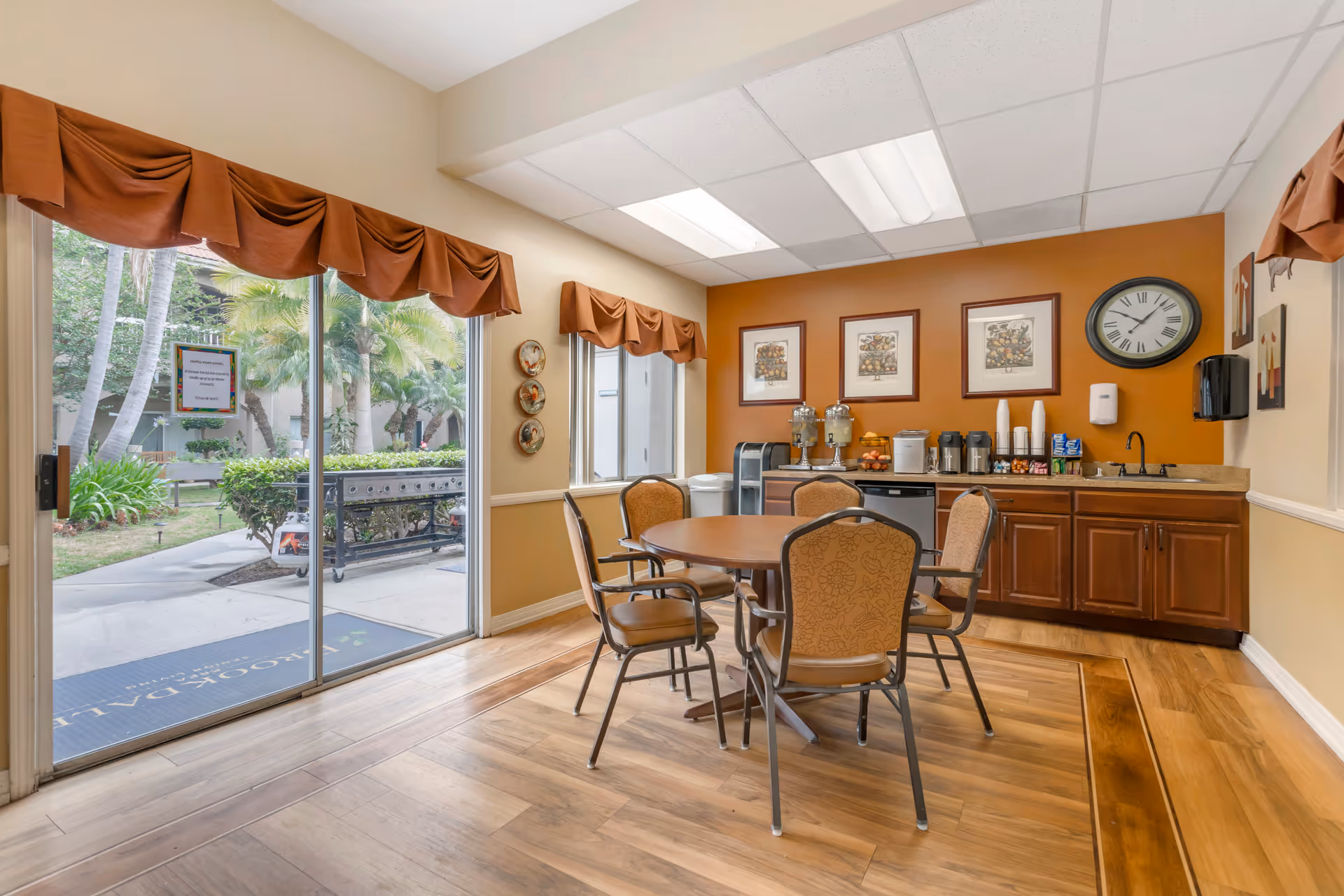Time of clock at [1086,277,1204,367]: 10:07
